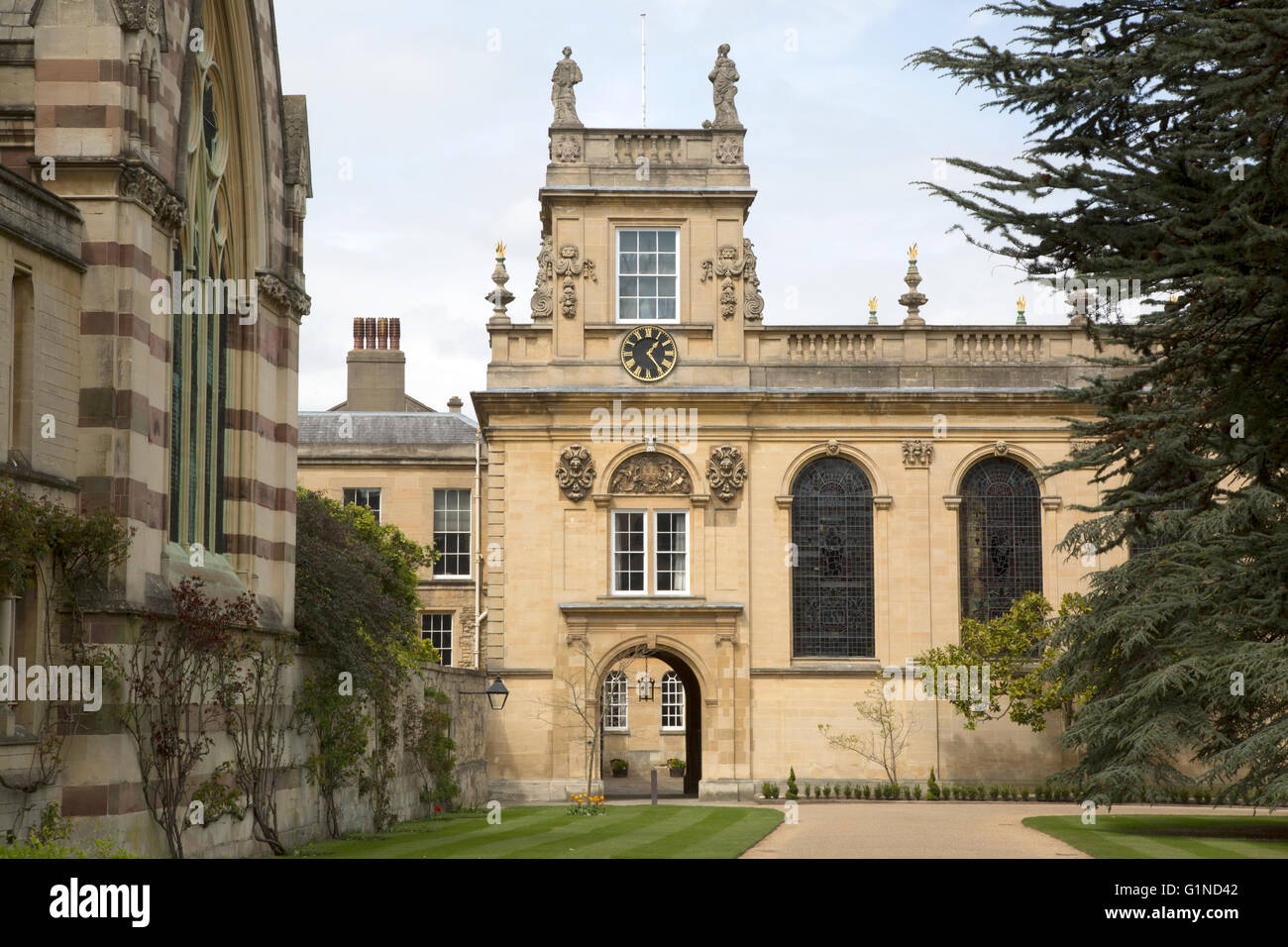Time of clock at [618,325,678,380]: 1:23
